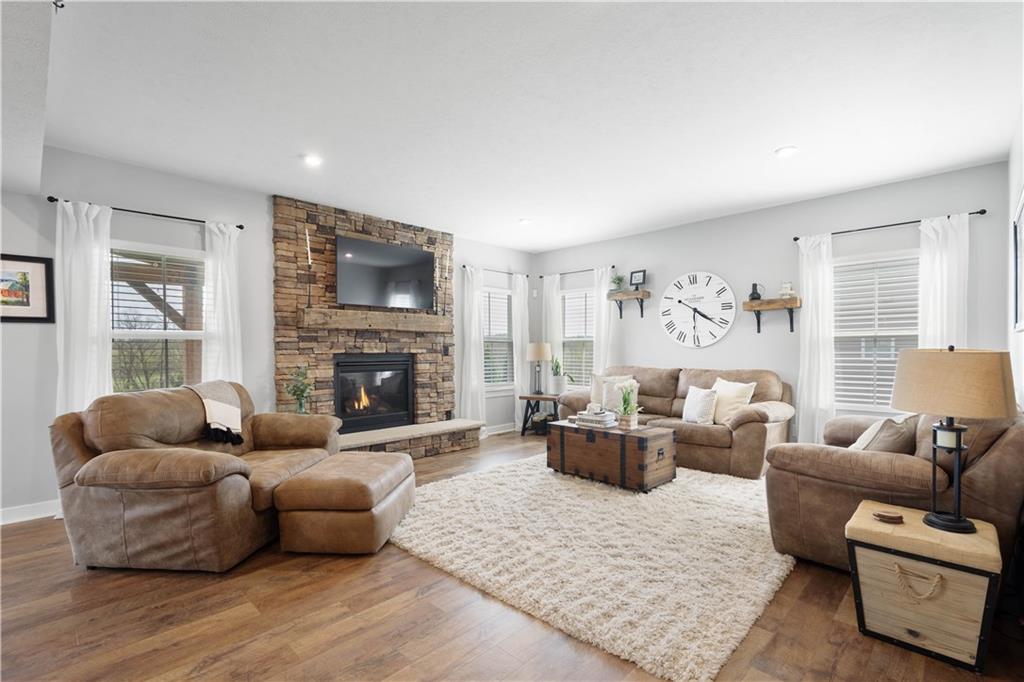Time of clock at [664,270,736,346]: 6:21
